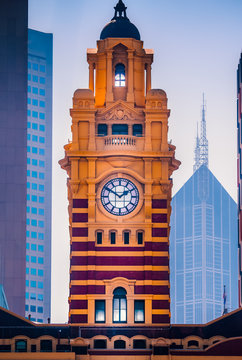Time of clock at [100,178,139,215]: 1:50
